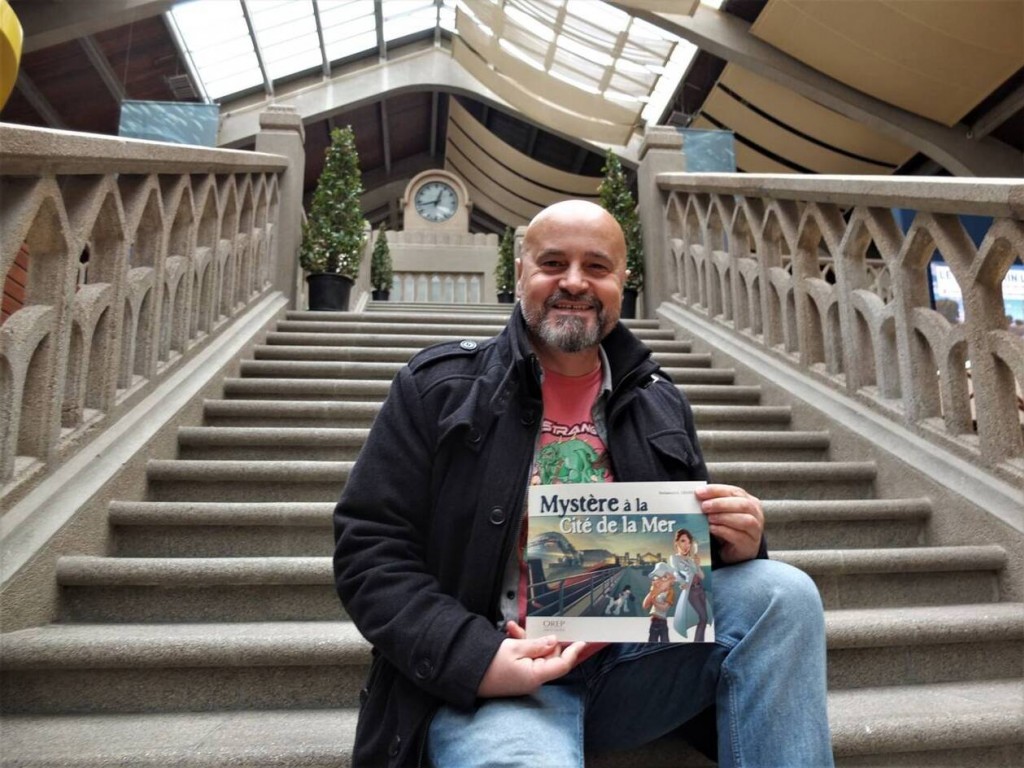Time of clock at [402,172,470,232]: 12:43
